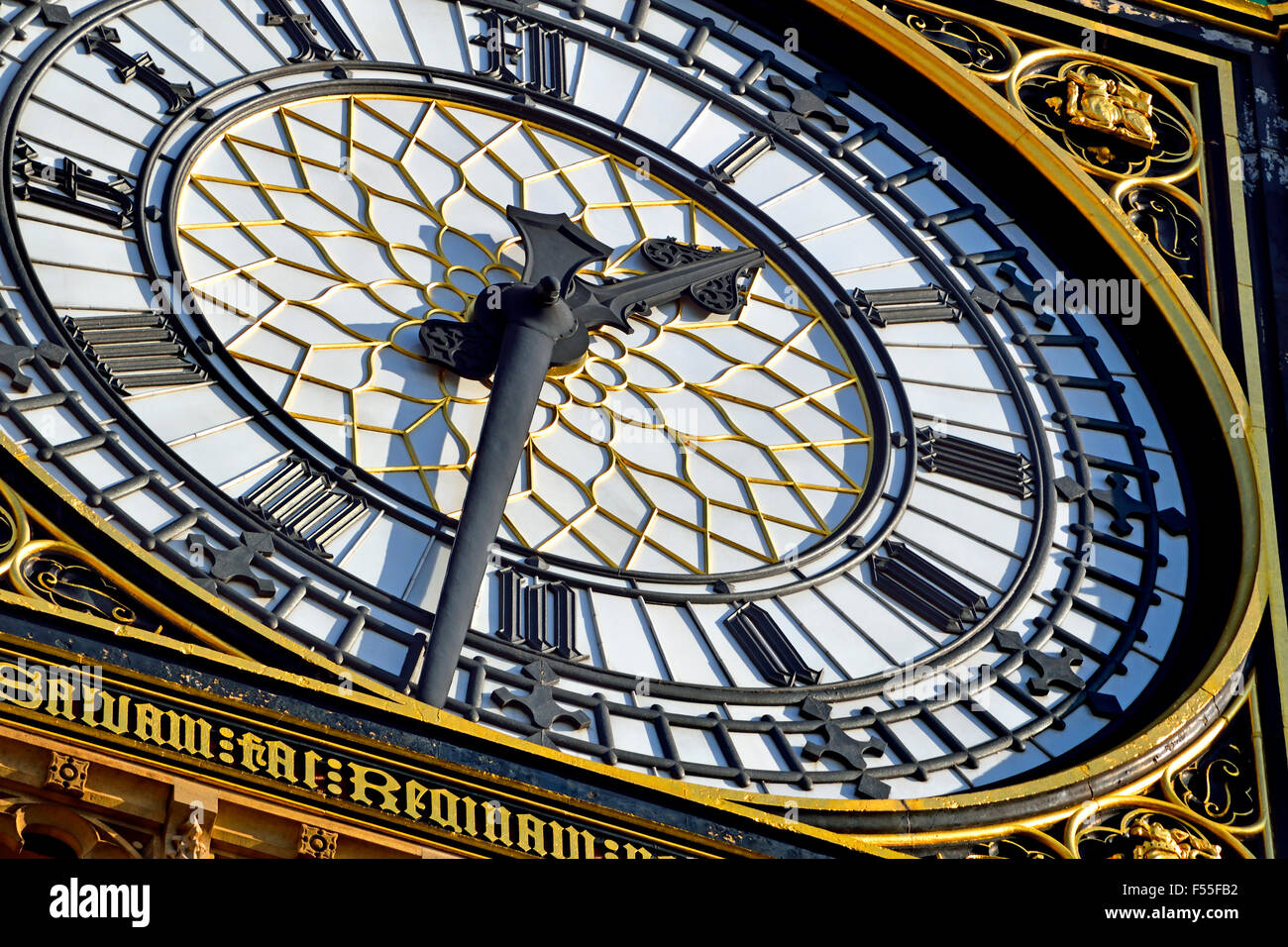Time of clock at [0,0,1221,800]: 1:32
